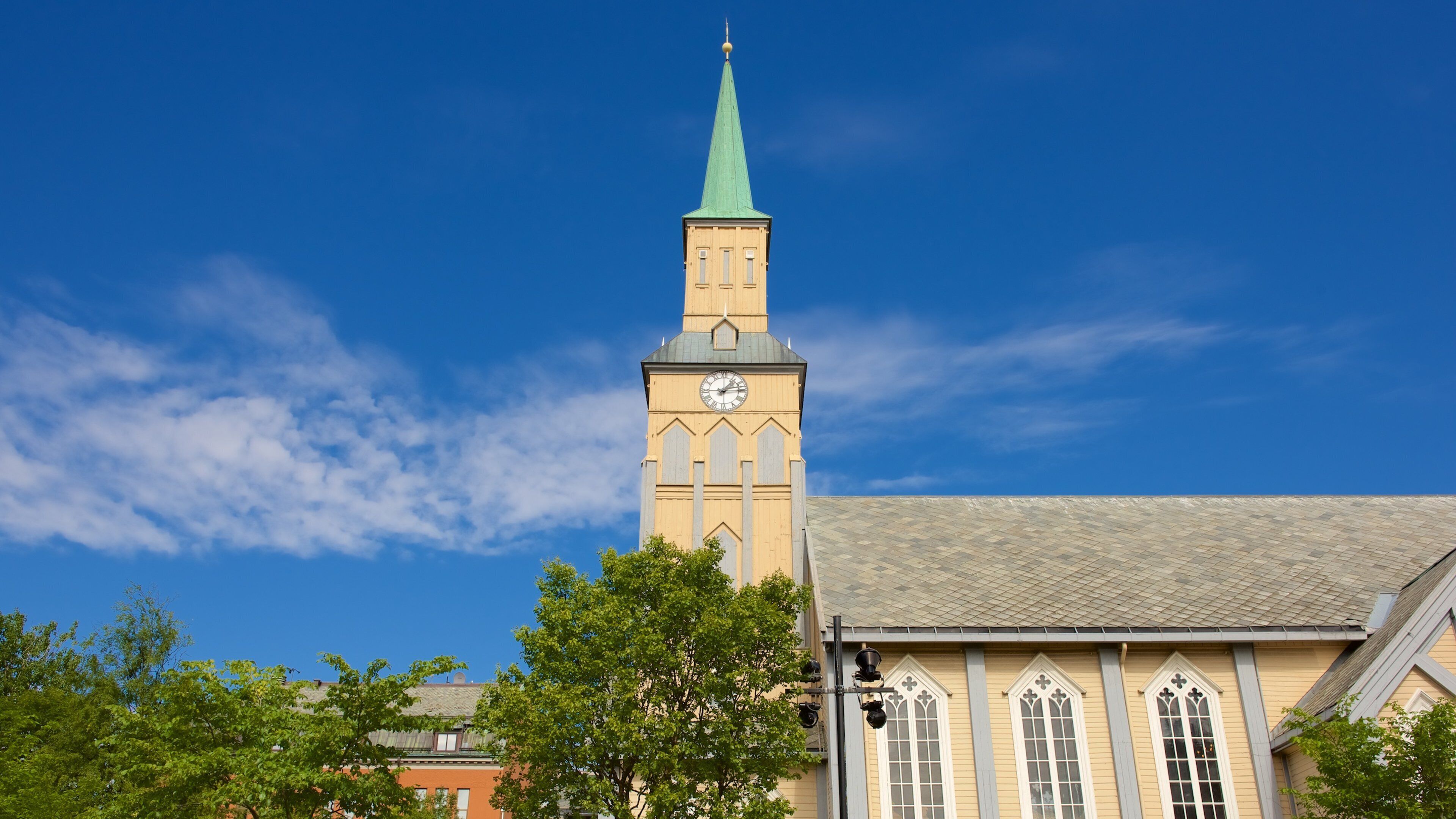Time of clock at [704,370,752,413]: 1:13
